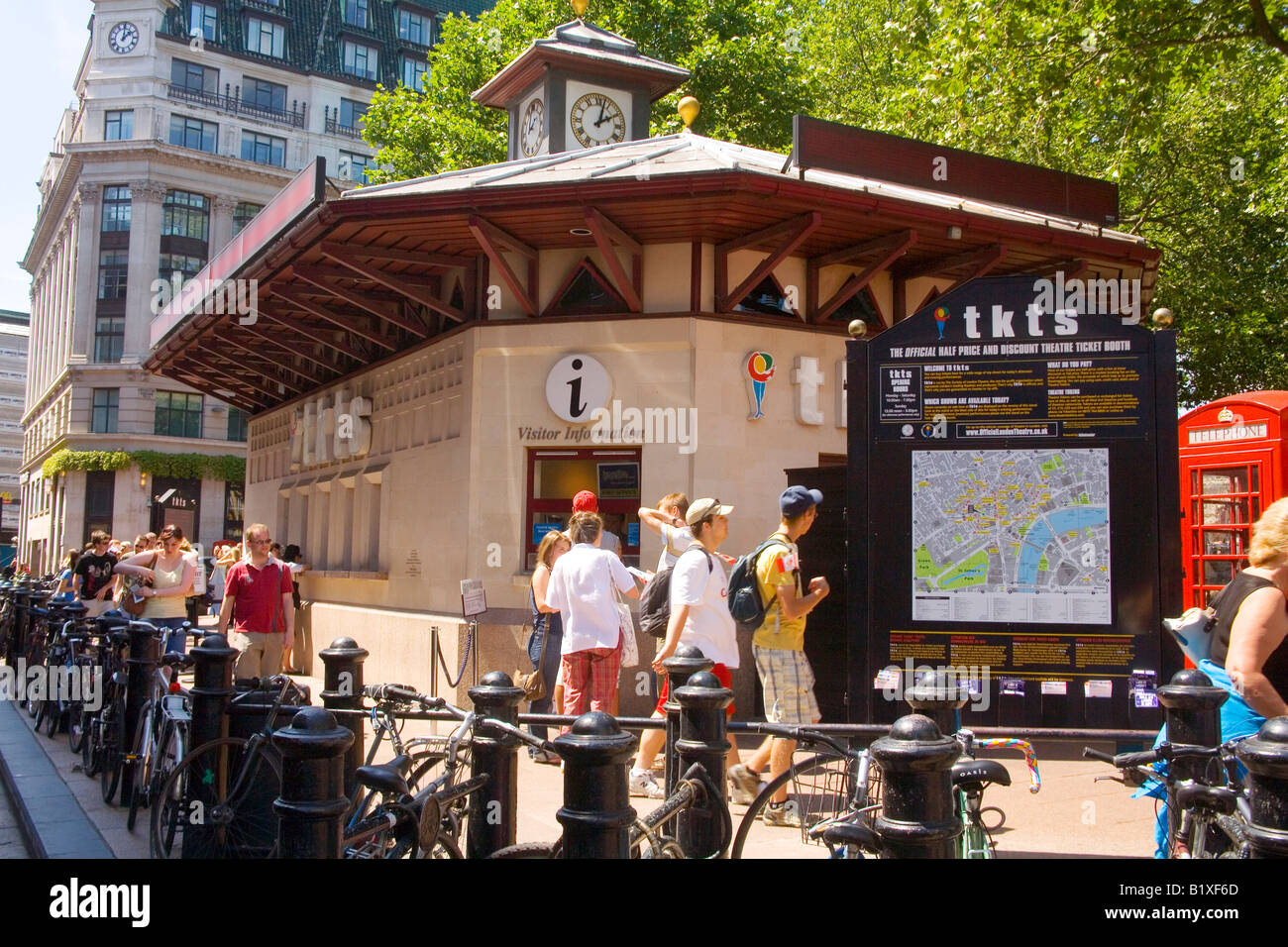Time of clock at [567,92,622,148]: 2:02
